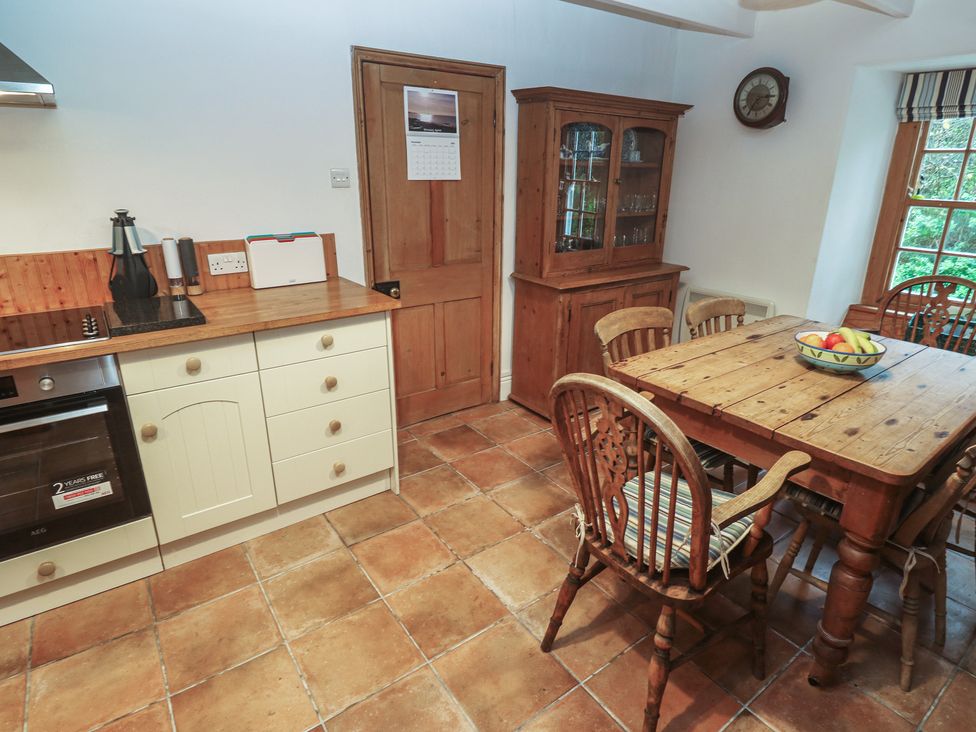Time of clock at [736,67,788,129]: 7:15
